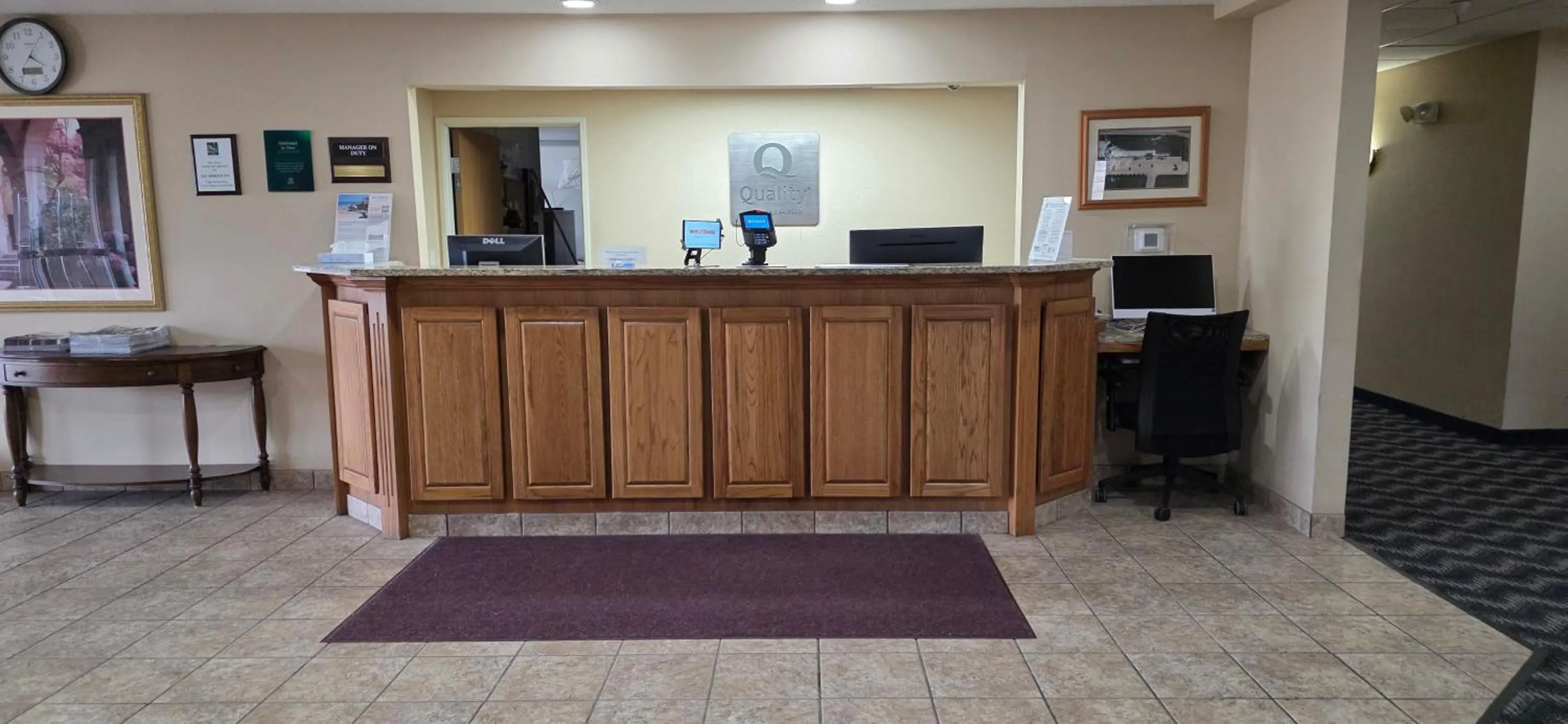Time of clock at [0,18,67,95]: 4:05
